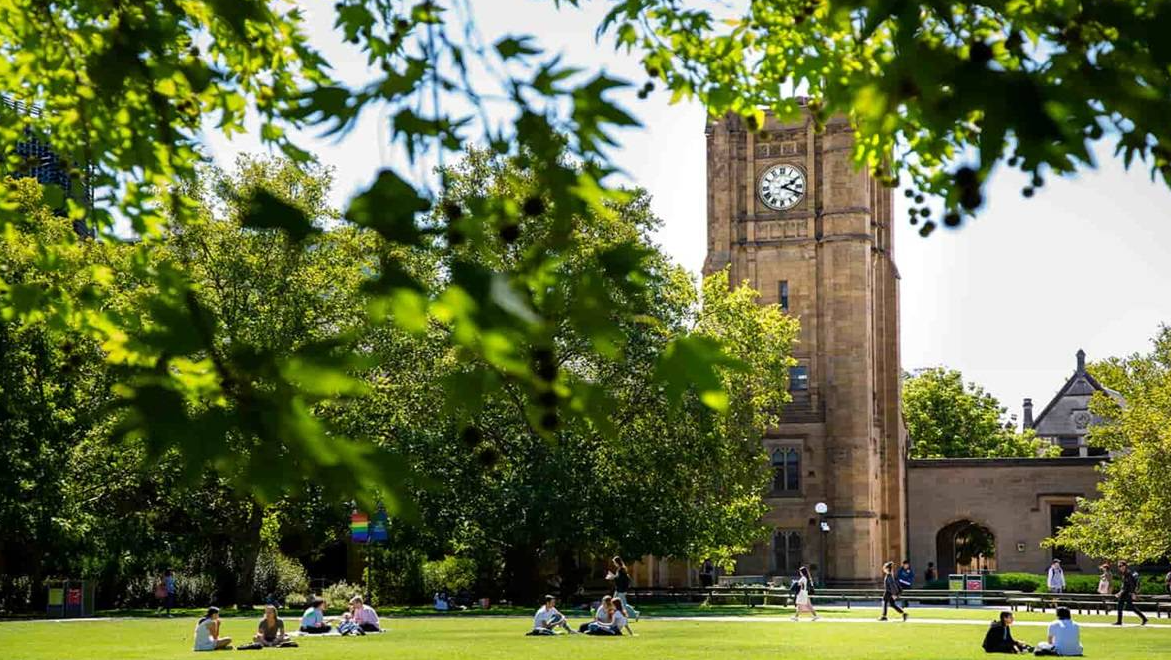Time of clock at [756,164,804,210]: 2:18
